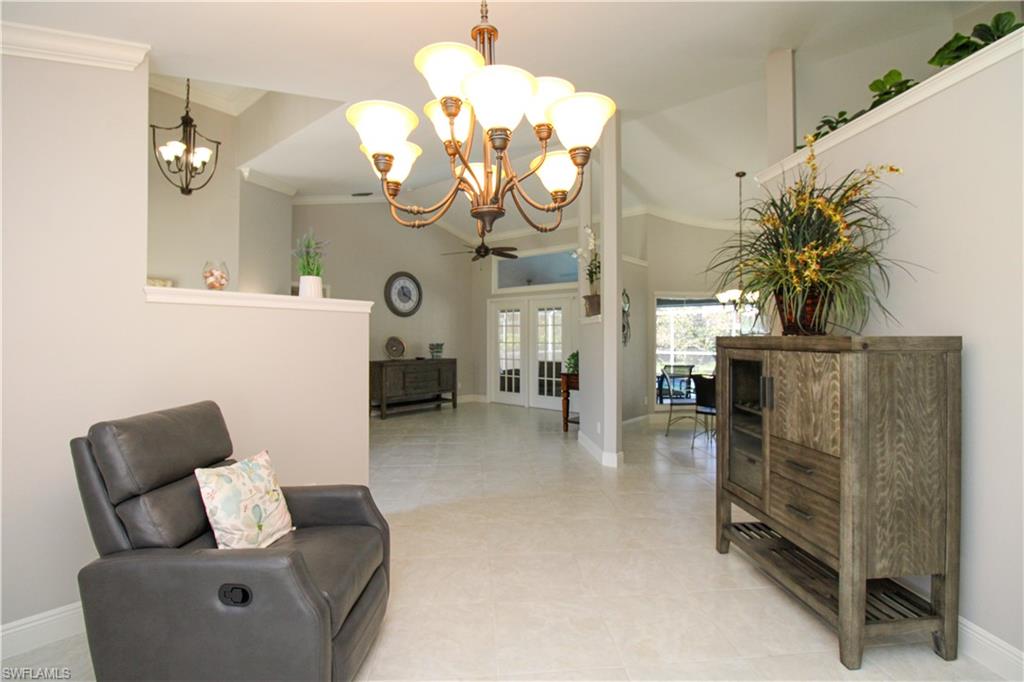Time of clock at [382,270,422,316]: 11:20
